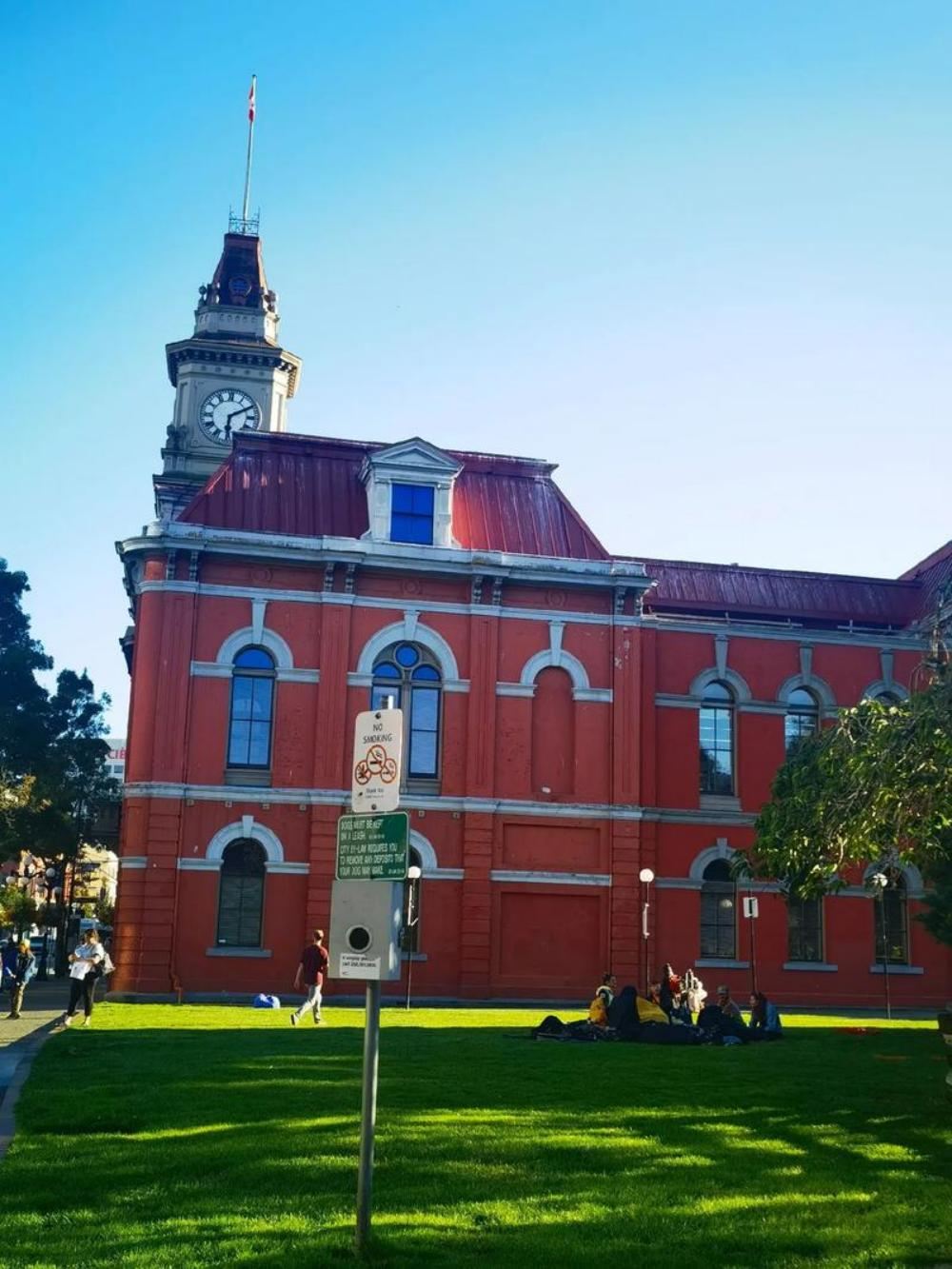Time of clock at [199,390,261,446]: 6:10
